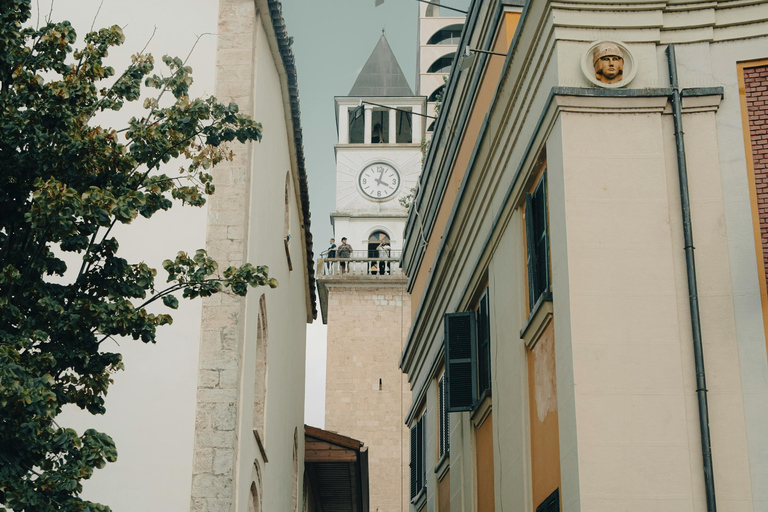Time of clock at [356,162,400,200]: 4:02
